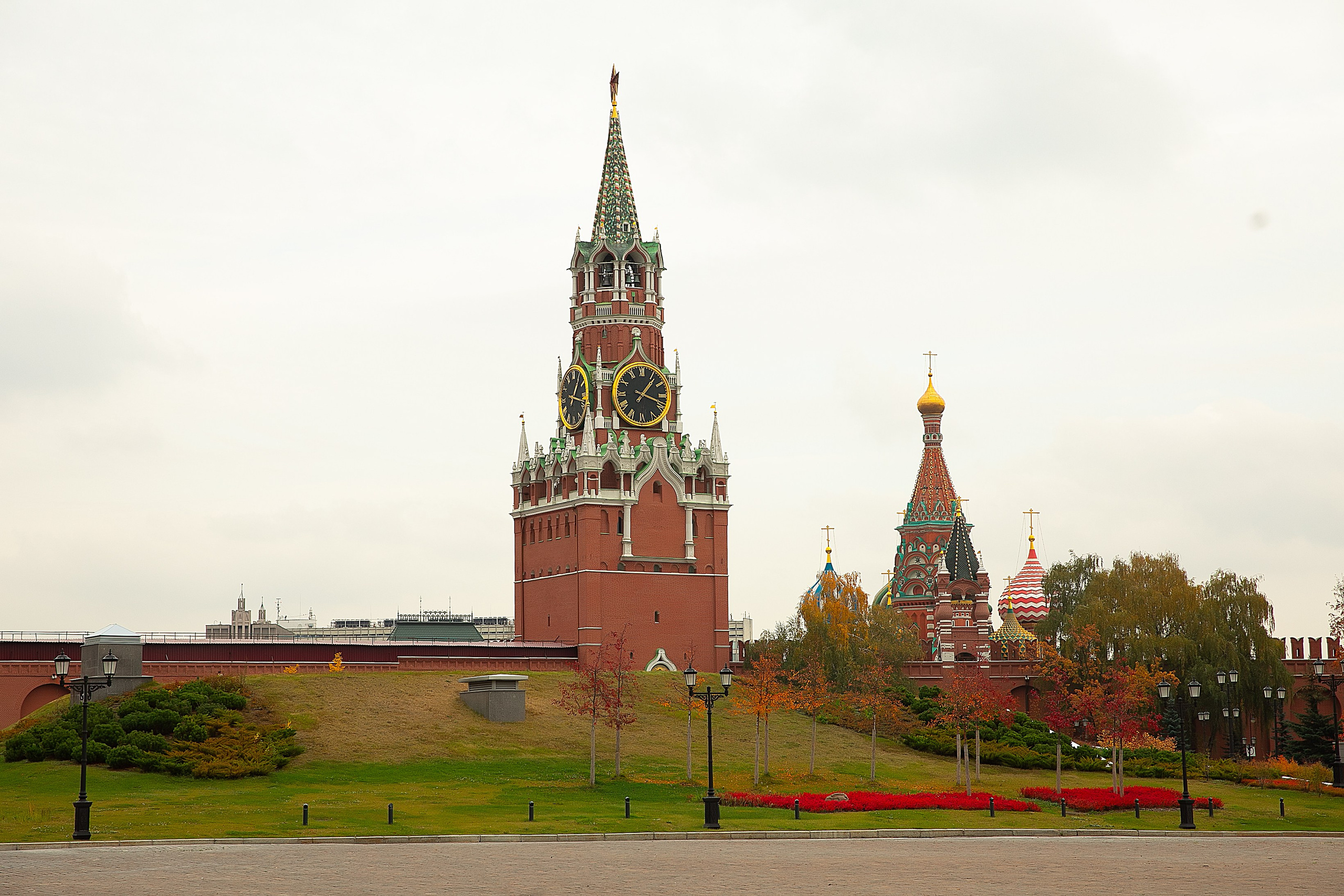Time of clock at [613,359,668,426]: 1:18
